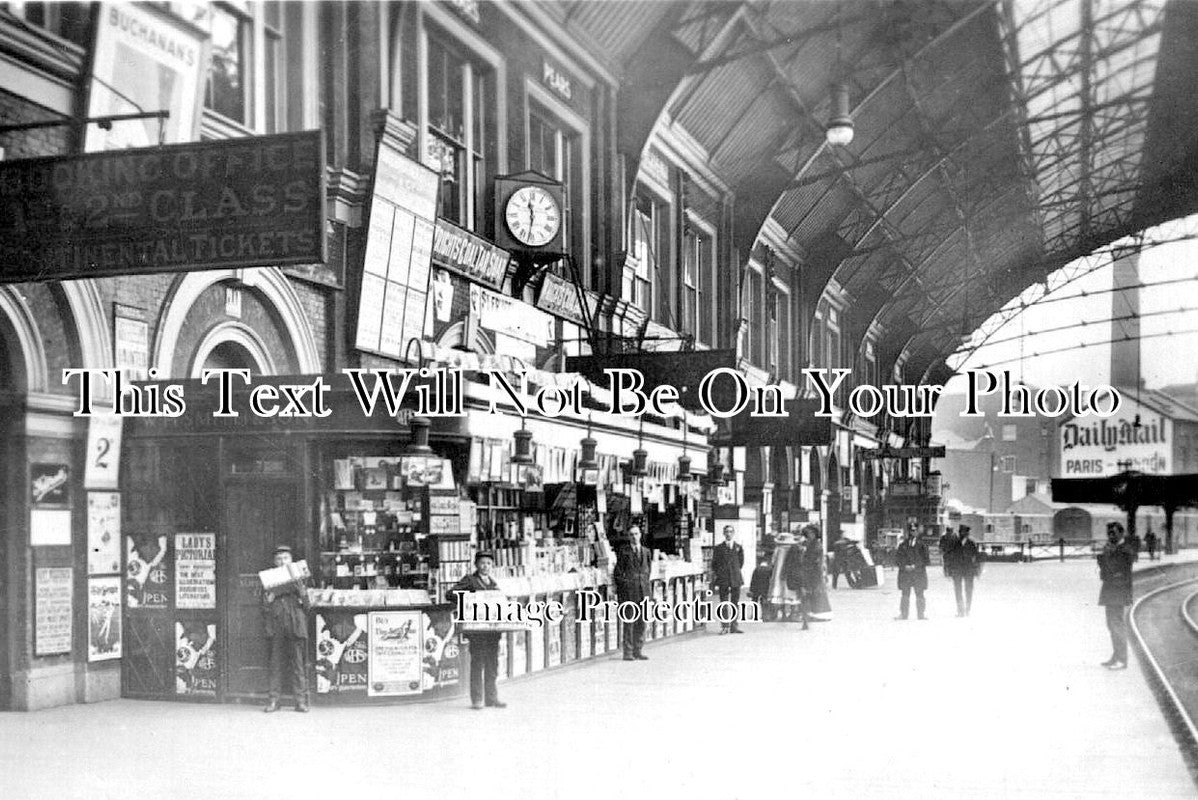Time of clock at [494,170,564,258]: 11:31
